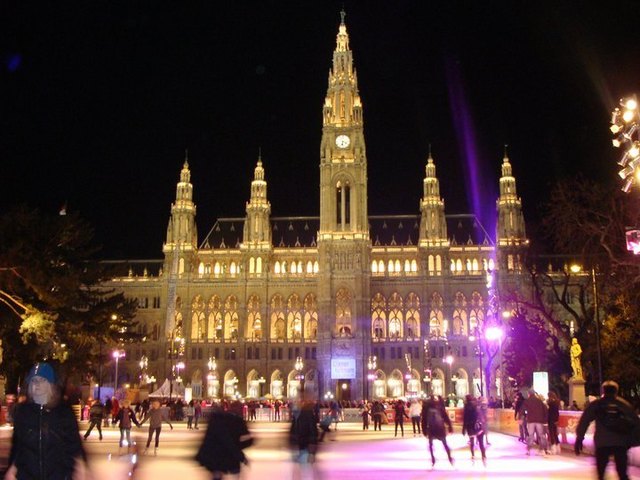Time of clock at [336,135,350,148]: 6:18
